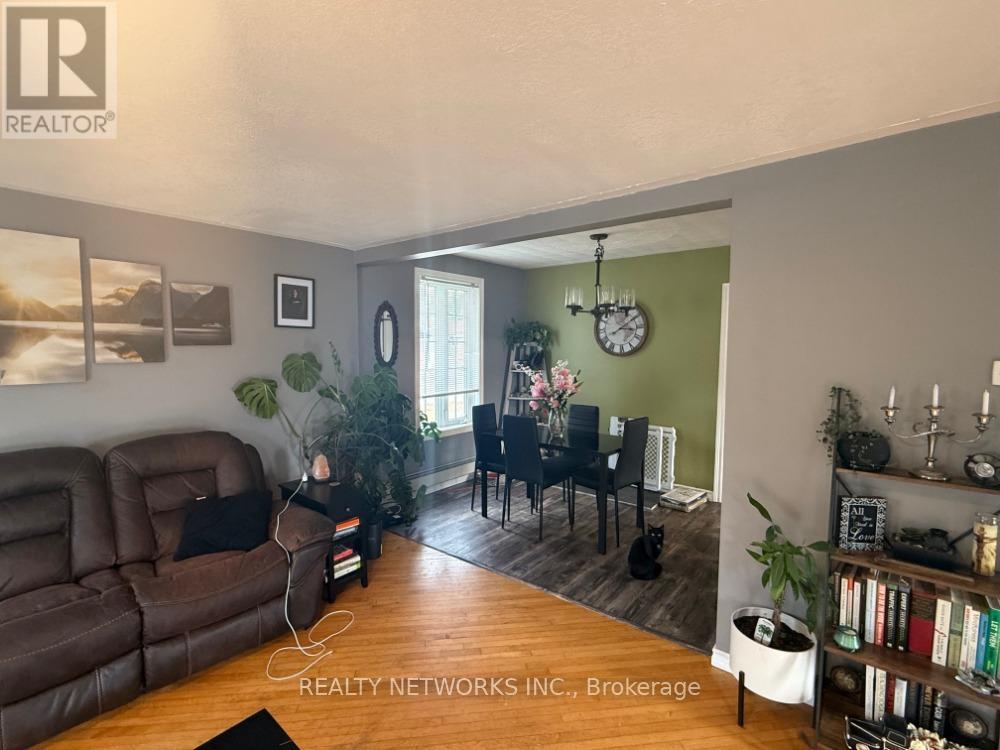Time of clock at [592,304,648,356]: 3:09
